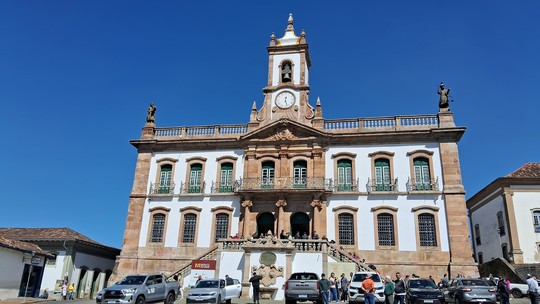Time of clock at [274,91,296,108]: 12:27
